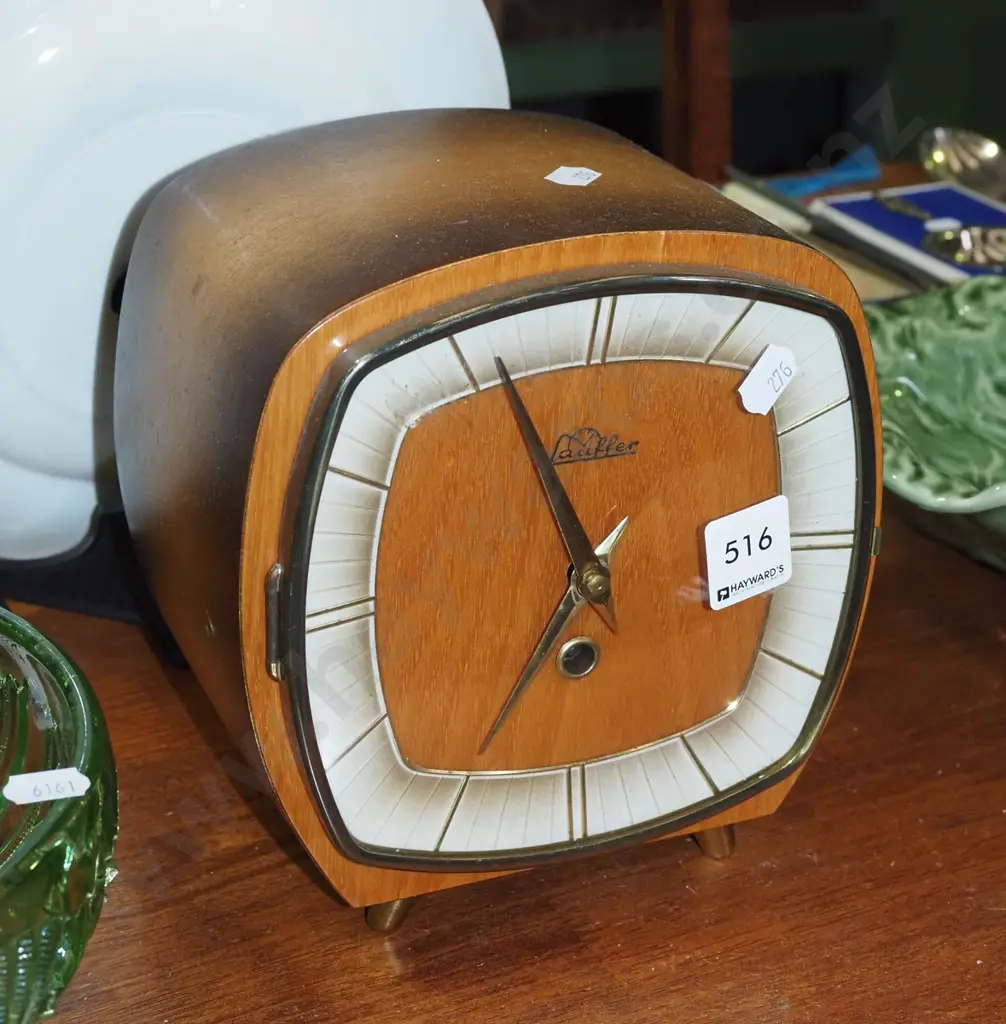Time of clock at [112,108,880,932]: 6:55
